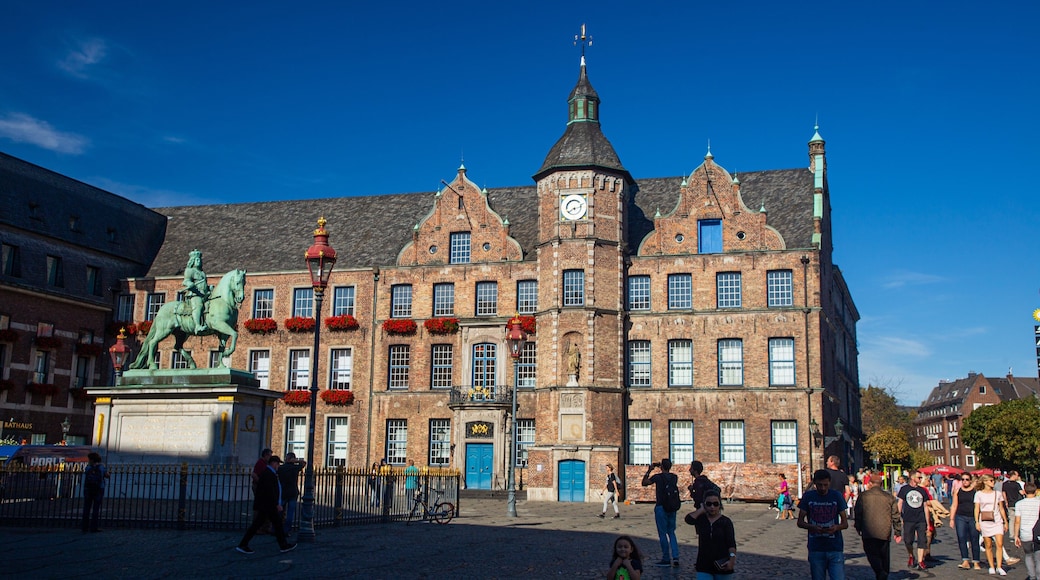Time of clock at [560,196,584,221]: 2:38
